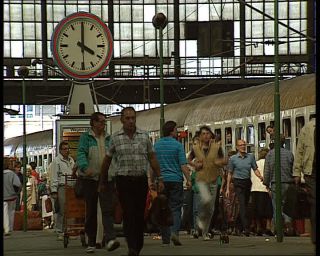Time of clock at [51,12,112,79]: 4:00
